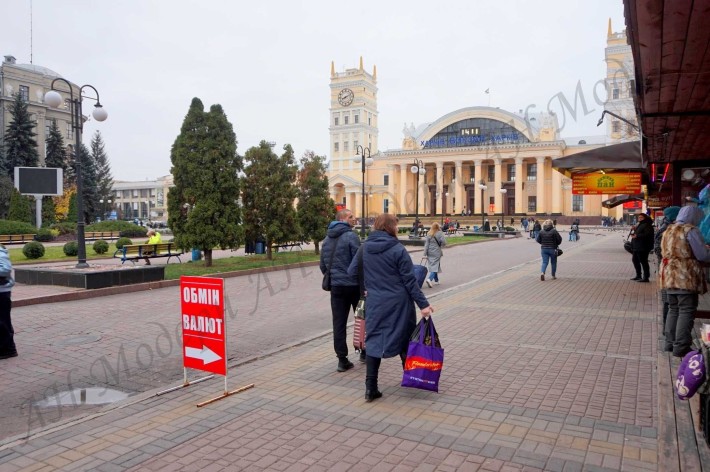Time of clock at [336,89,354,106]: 8:11
